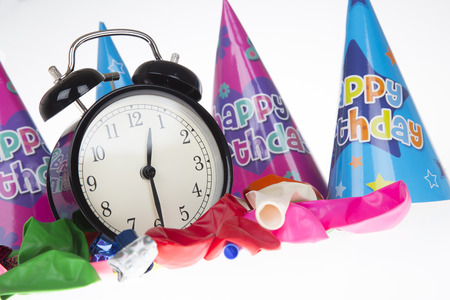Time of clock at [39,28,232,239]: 12:29
